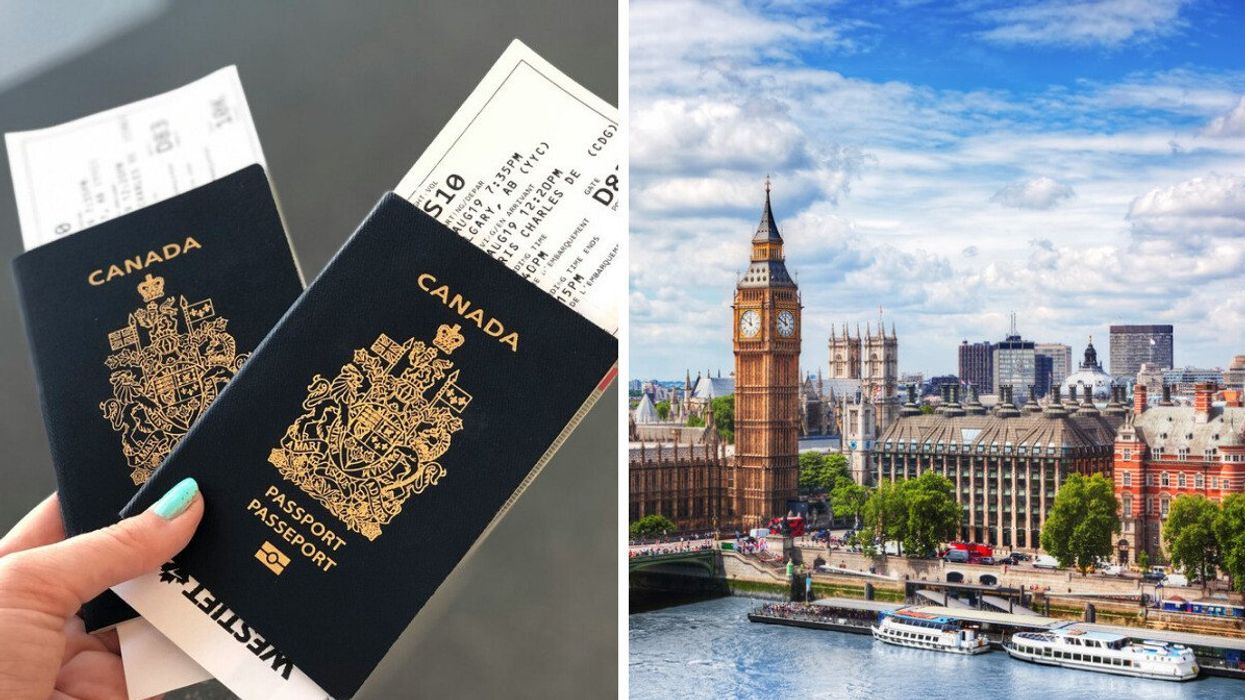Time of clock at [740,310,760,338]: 11:50
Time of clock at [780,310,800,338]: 11:49
